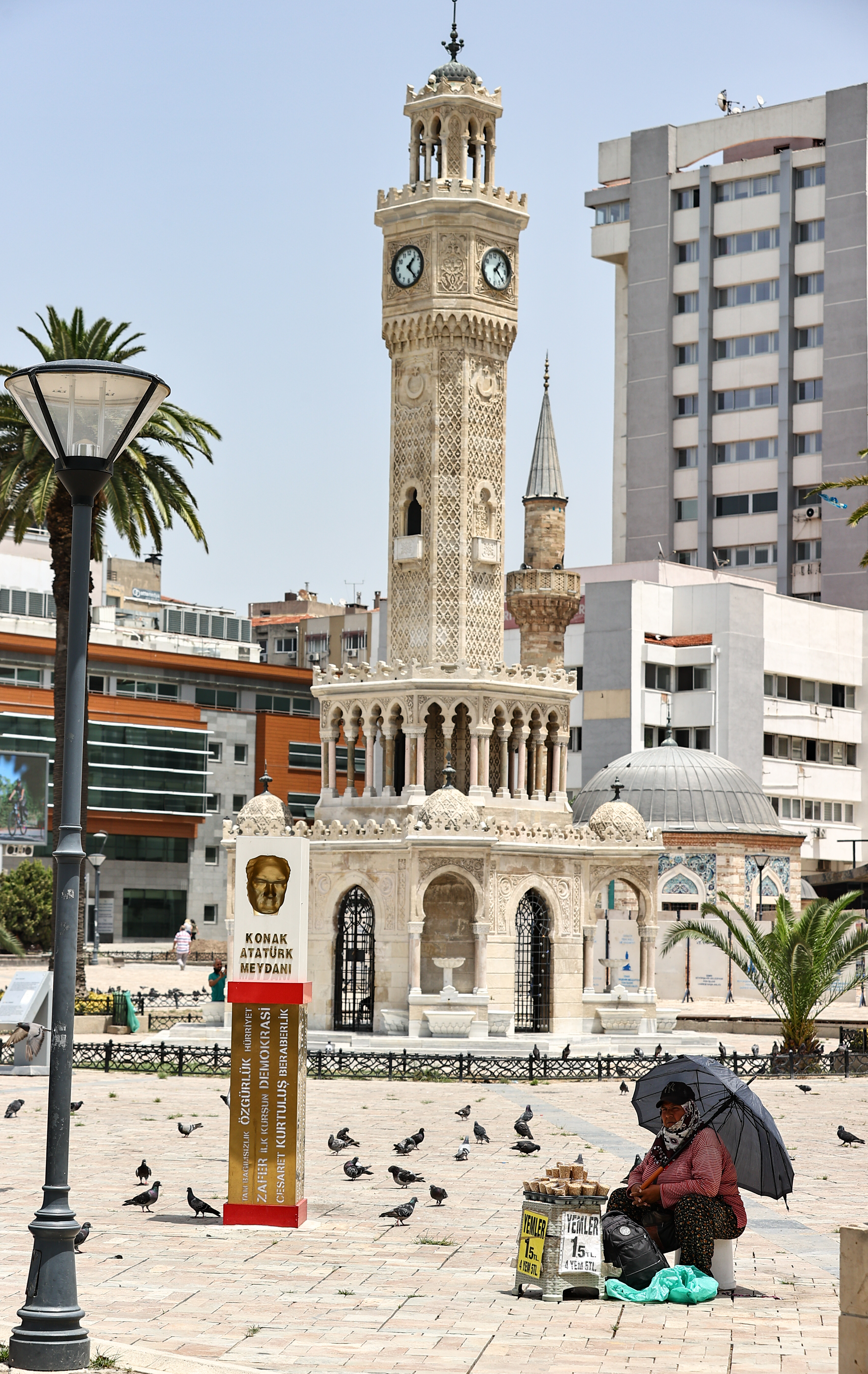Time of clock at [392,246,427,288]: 1:22
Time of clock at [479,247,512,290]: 1:21
